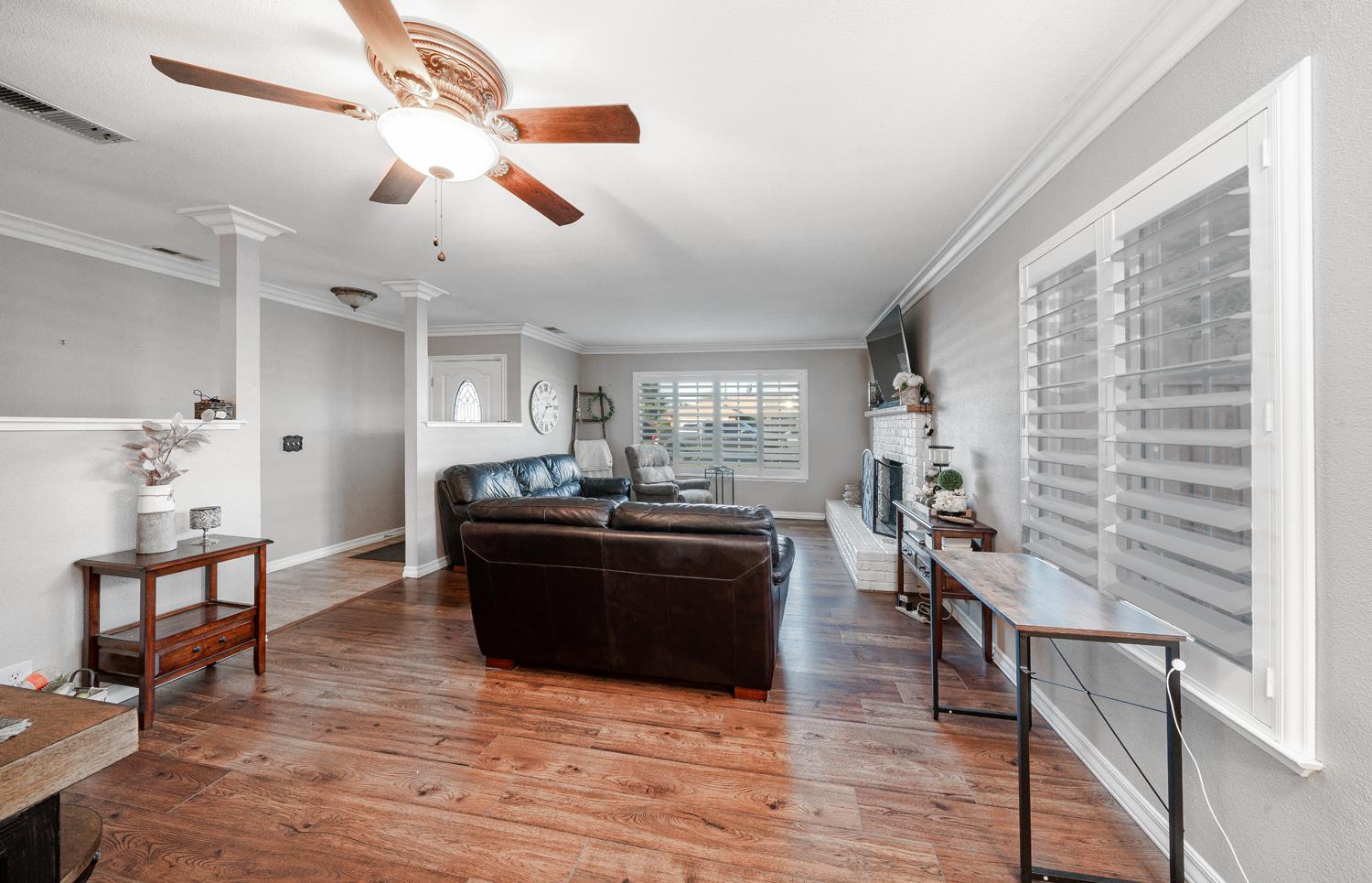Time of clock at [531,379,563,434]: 2:36
